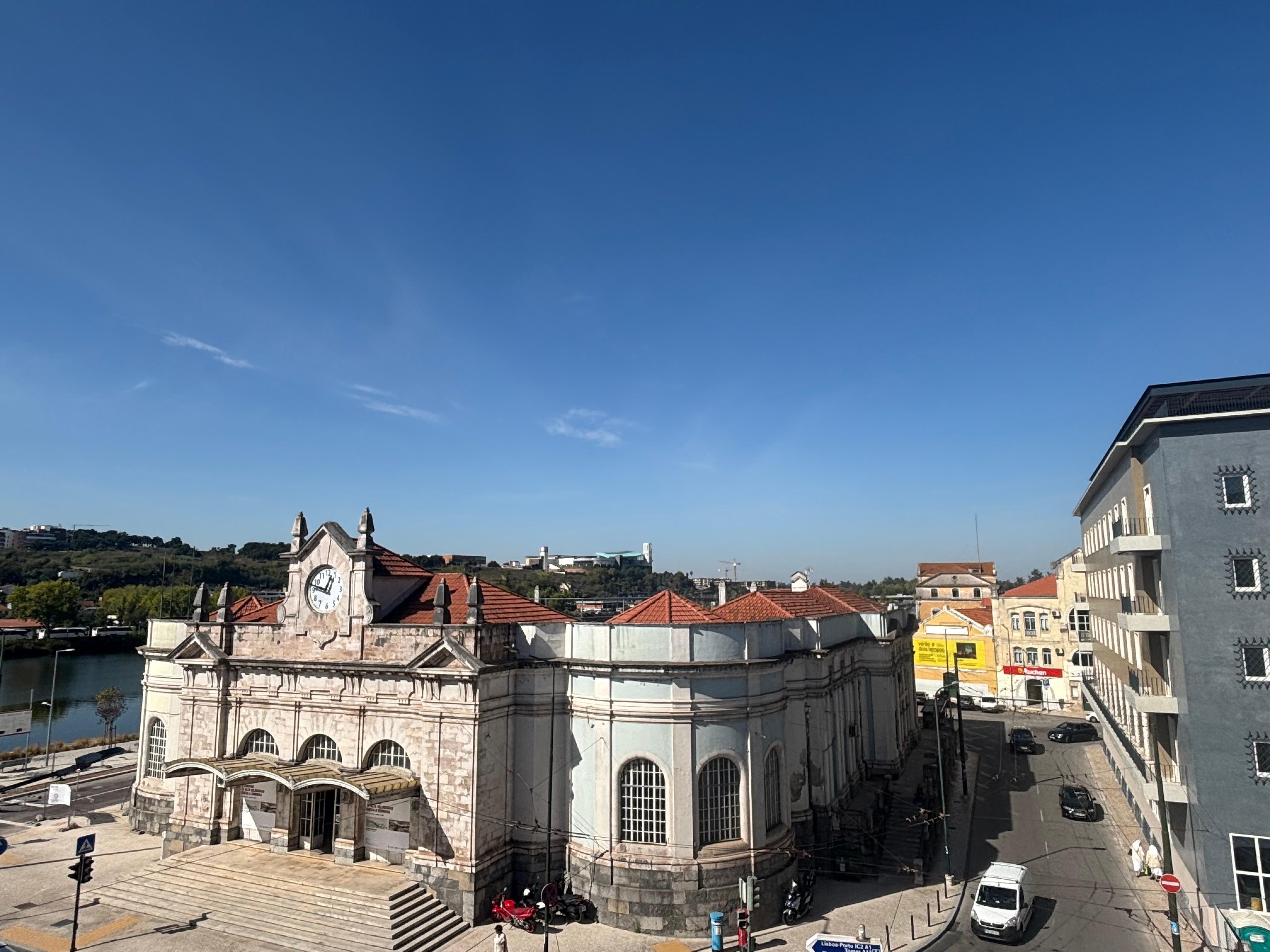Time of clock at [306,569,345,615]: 12:47
